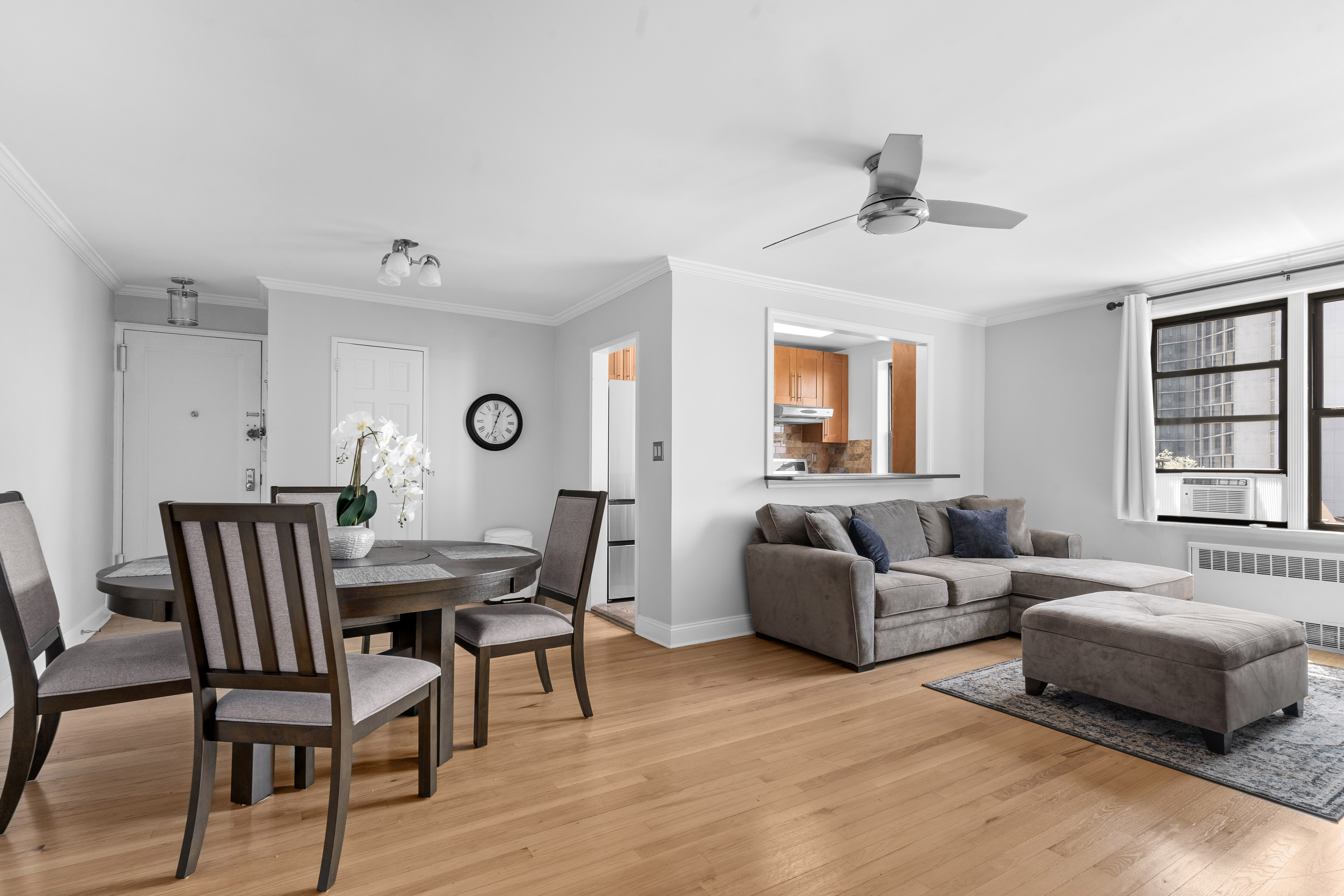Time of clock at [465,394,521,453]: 12:32
